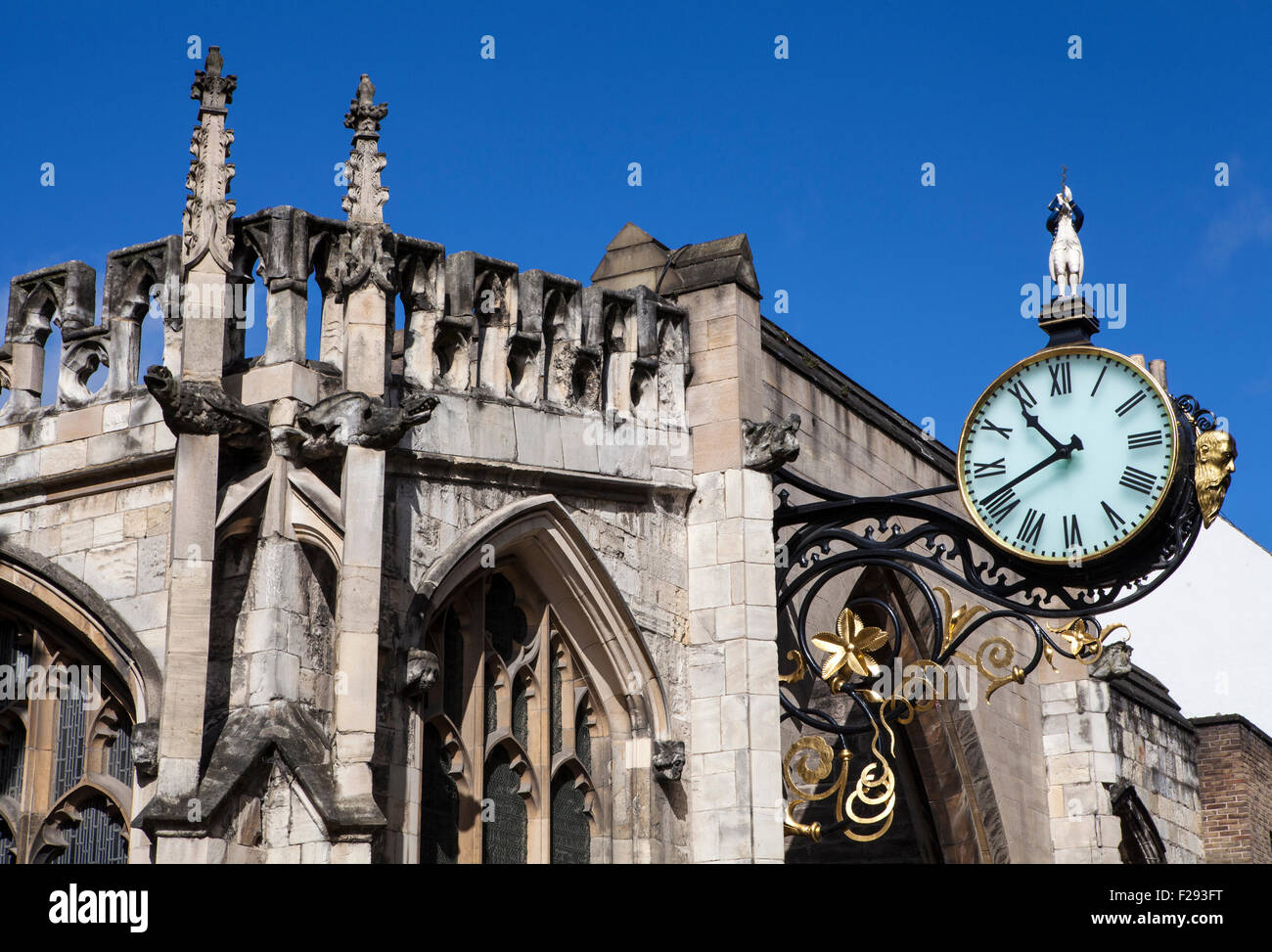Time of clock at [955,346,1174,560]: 10:41
